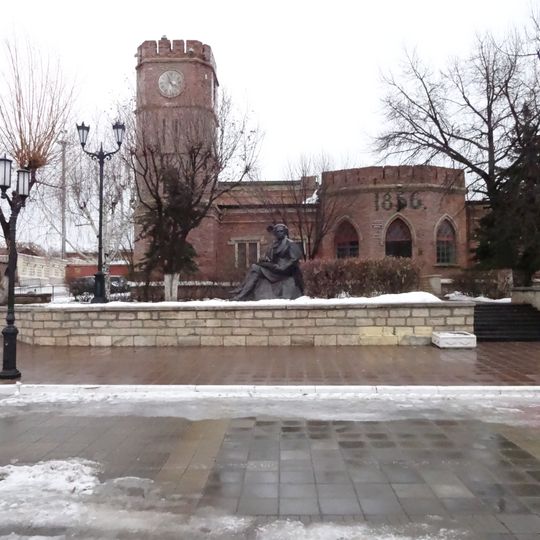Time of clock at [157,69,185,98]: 11:21
